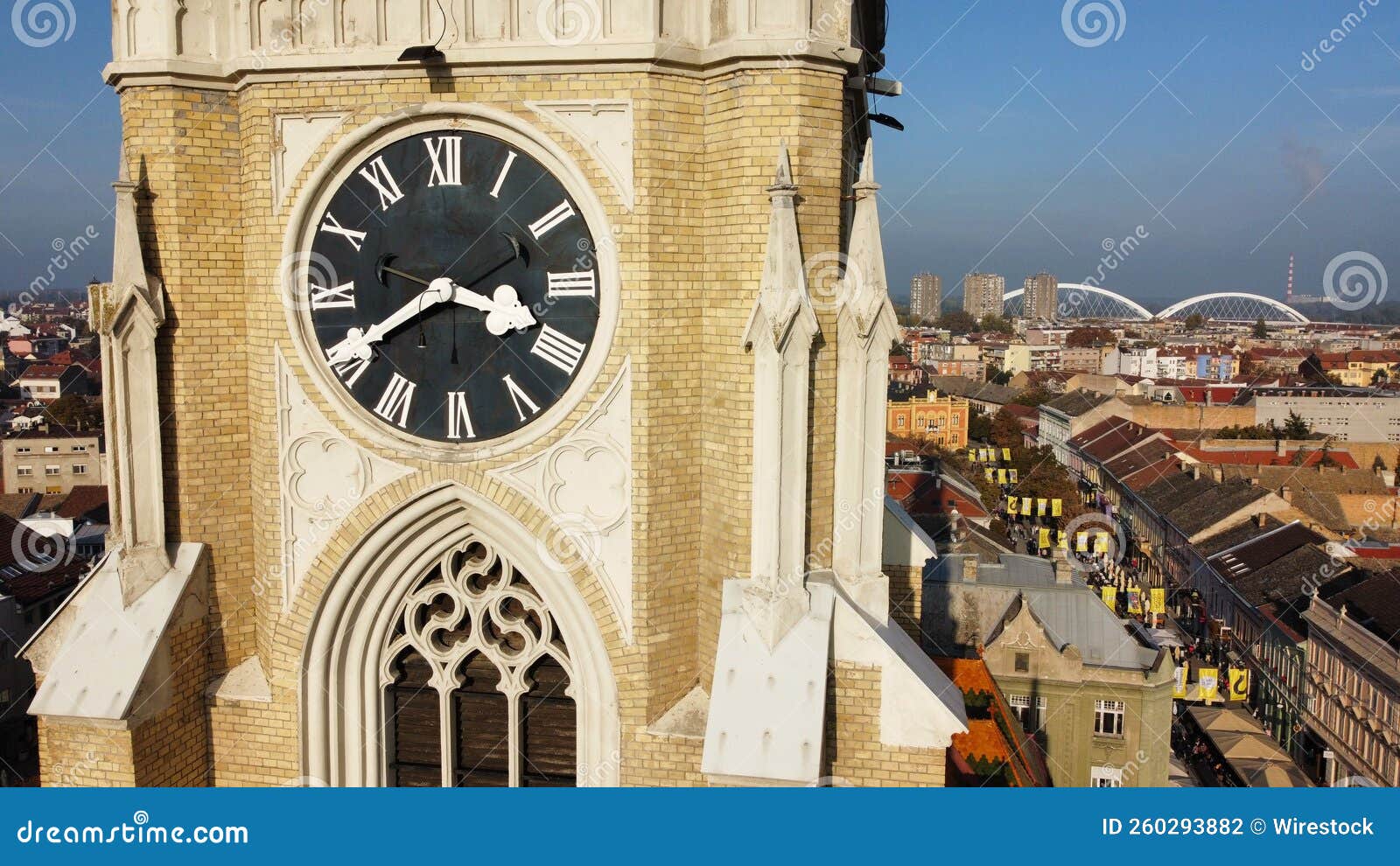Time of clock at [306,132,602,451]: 3:40
